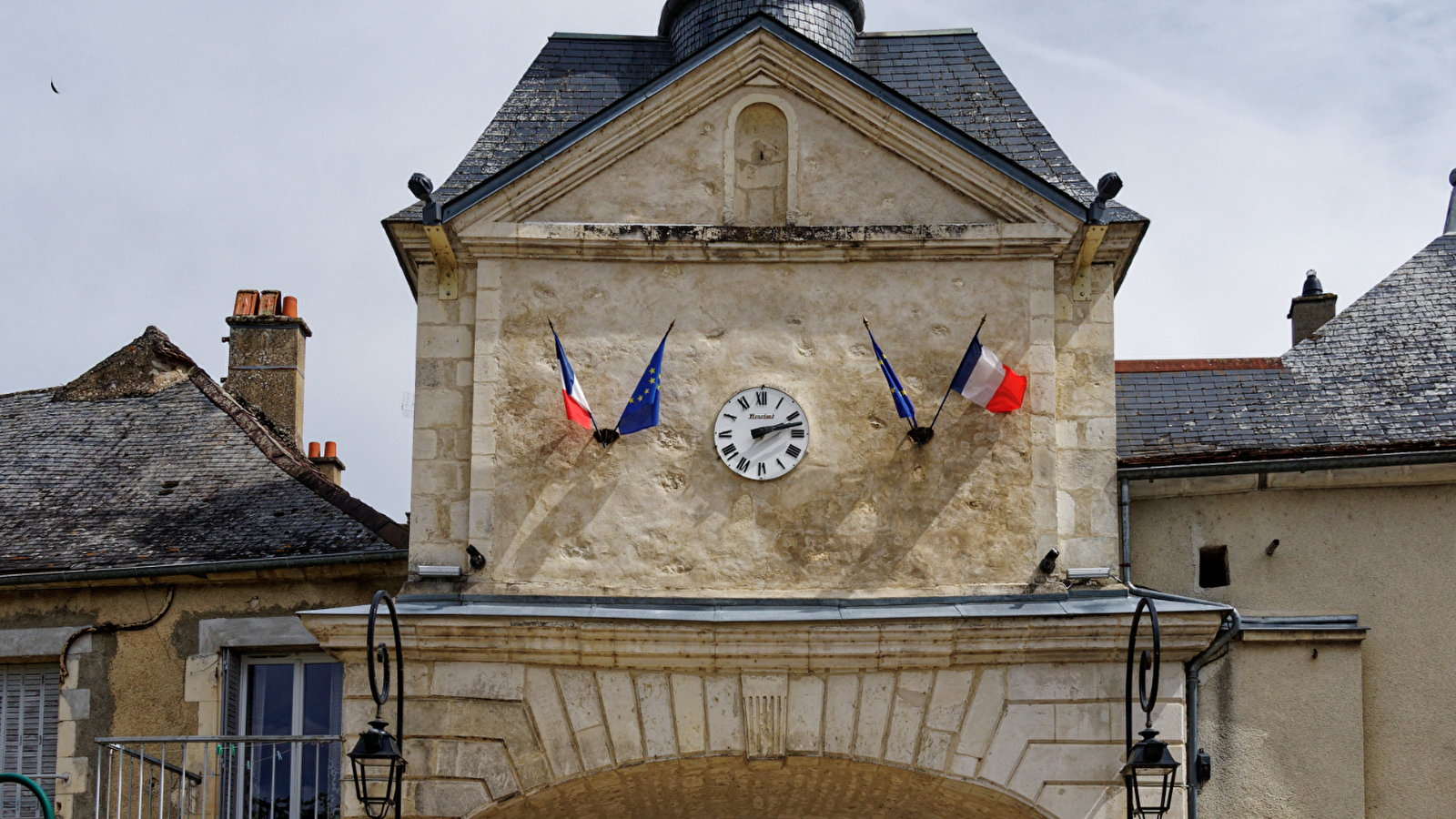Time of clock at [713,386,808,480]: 2:12
